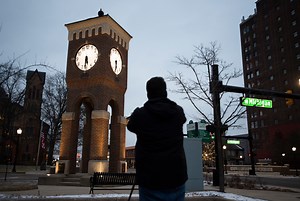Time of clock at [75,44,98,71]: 5:31
